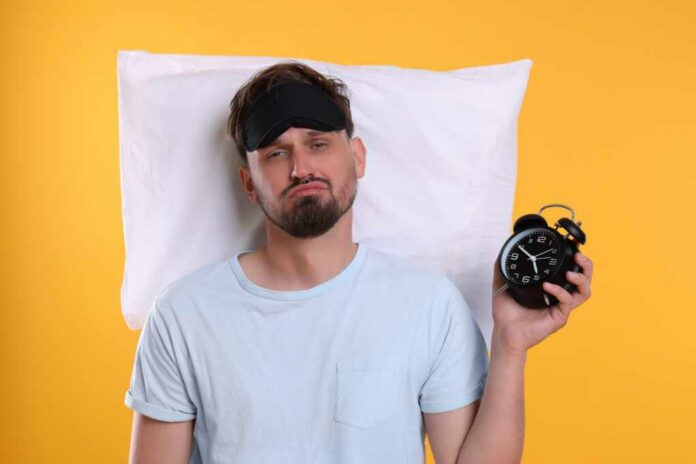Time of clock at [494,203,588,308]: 4:49
